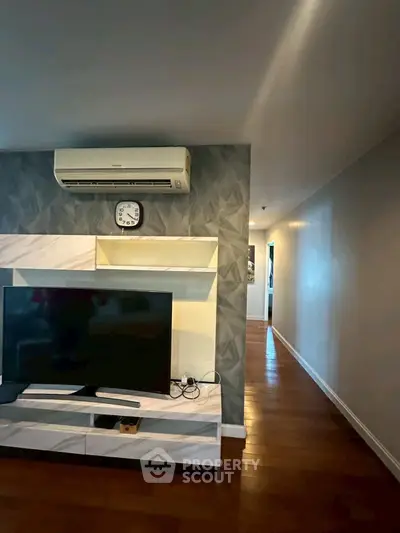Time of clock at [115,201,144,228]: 4:20
